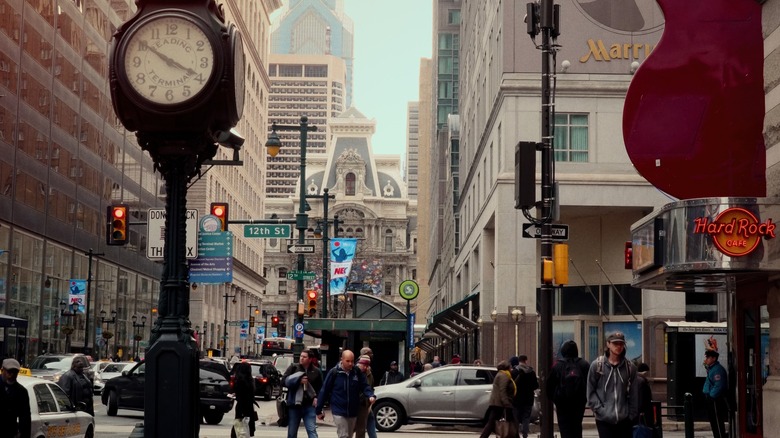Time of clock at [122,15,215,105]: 3:50
